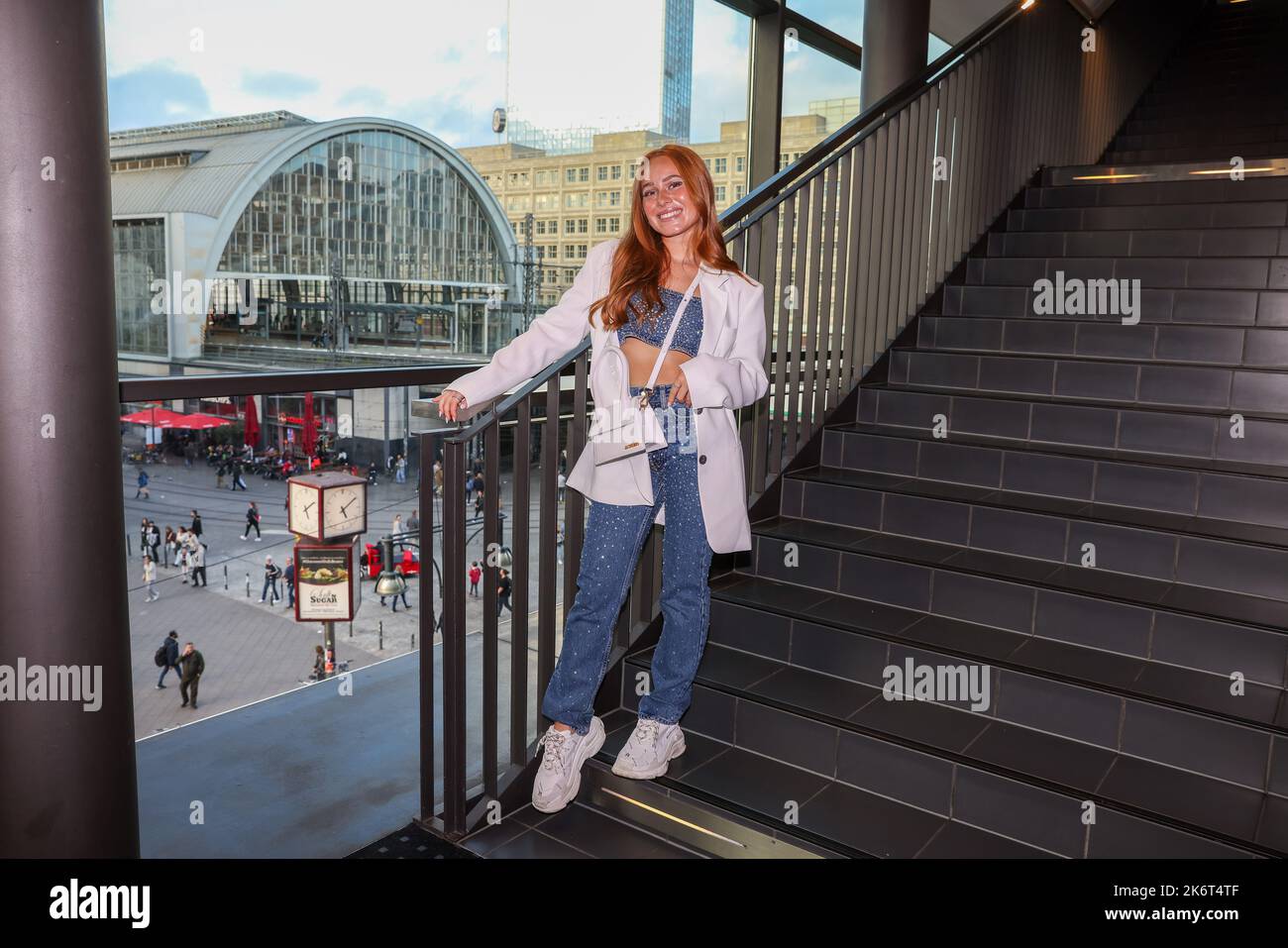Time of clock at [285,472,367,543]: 5:09
